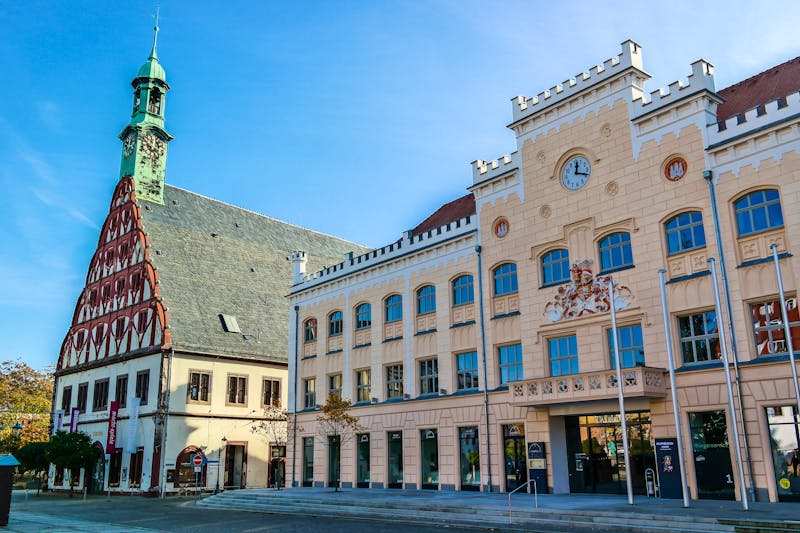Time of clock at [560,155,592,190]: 12:18
